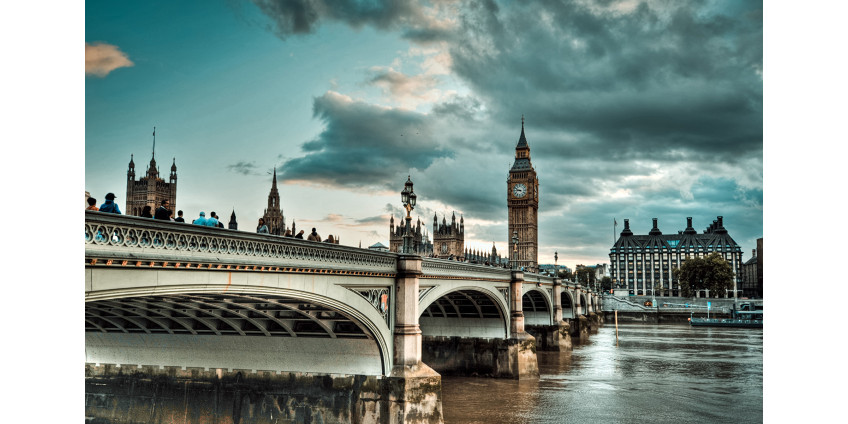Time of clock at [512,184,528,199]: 8:49
